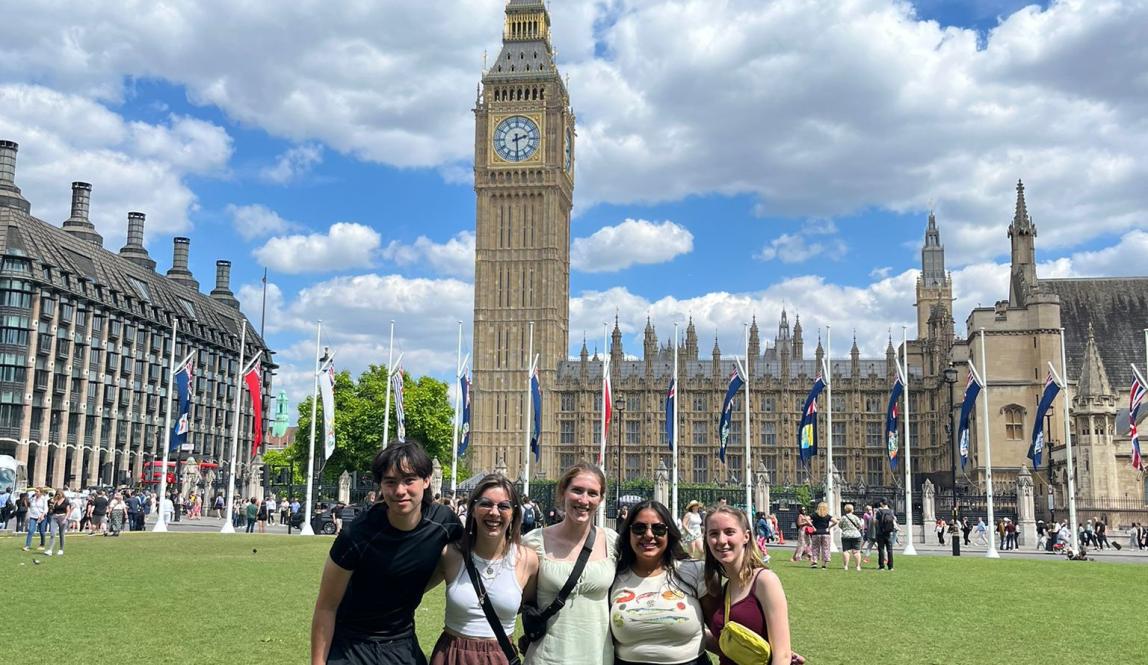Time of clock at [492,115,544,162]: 2:29
